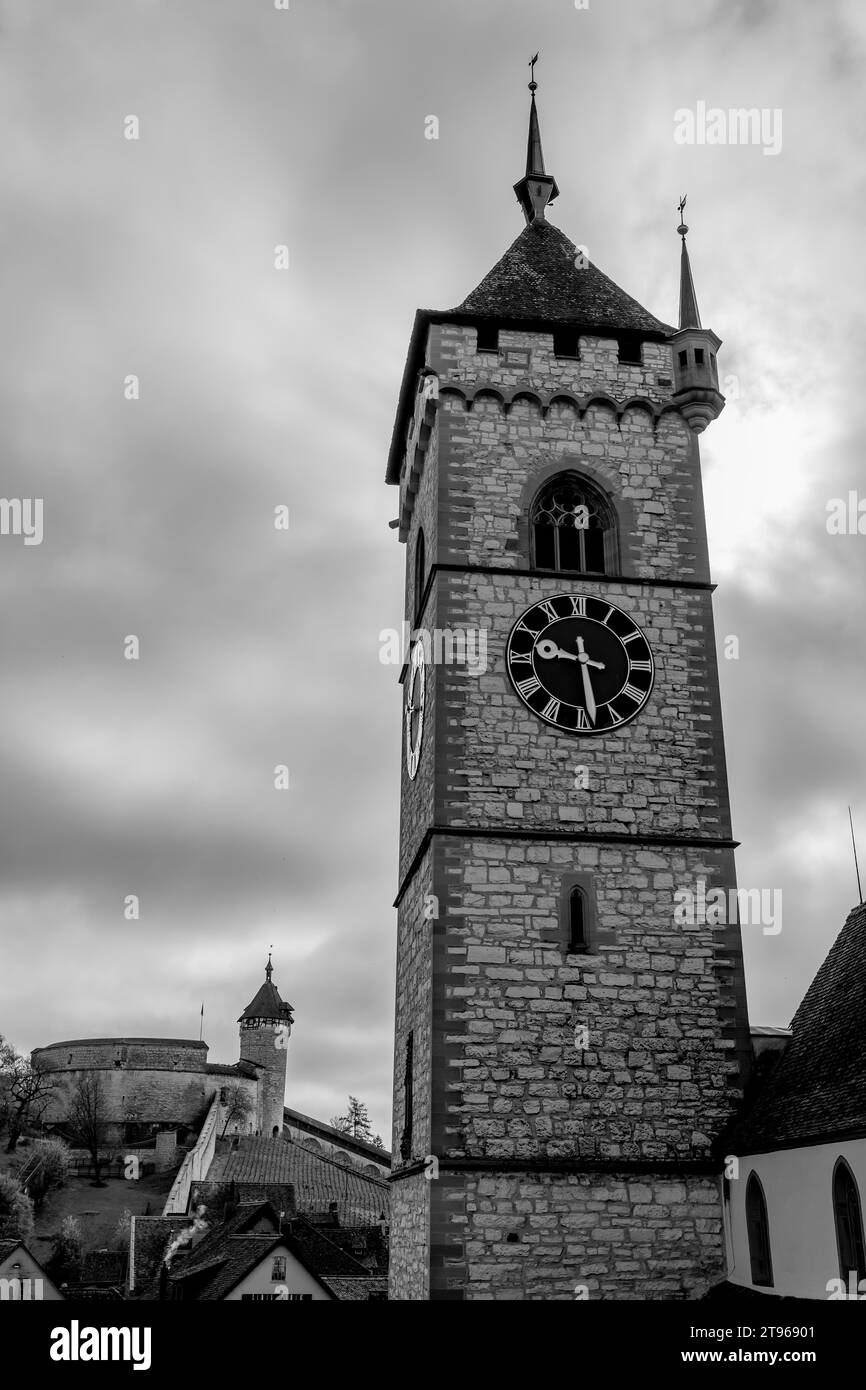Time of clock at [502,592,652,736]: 9:28
